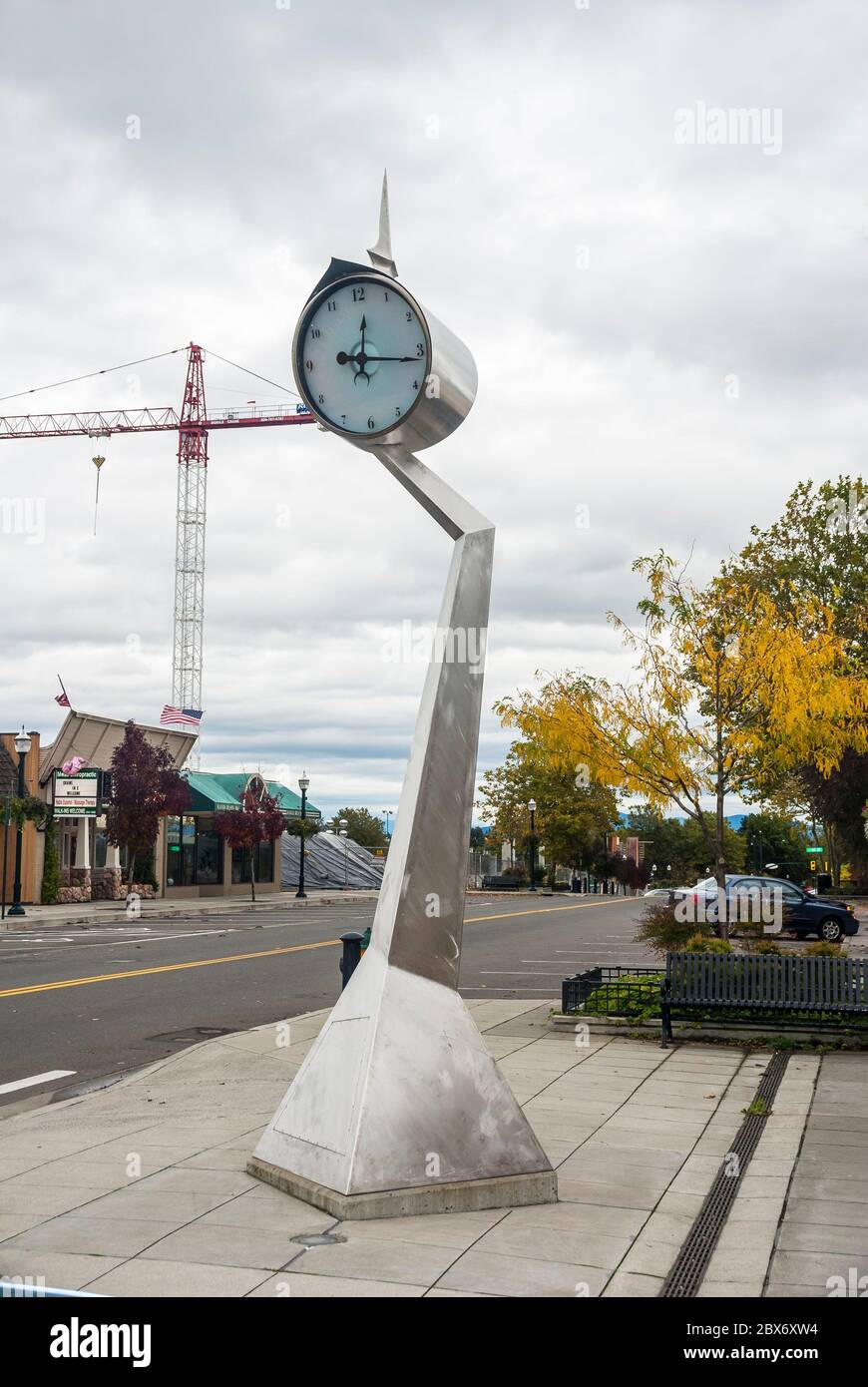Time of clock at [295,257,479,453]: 12:16
